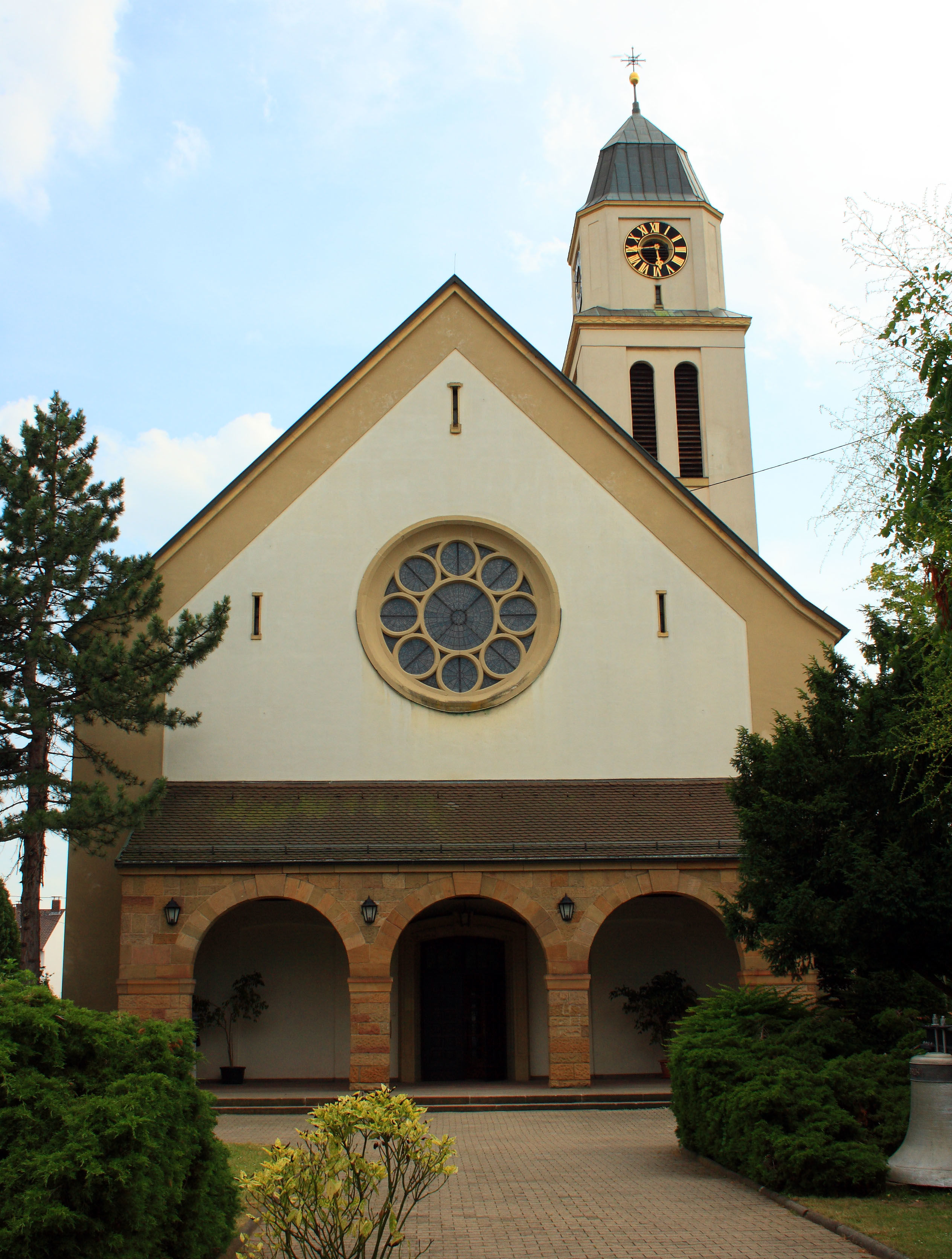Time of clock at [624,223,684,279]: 5:44
